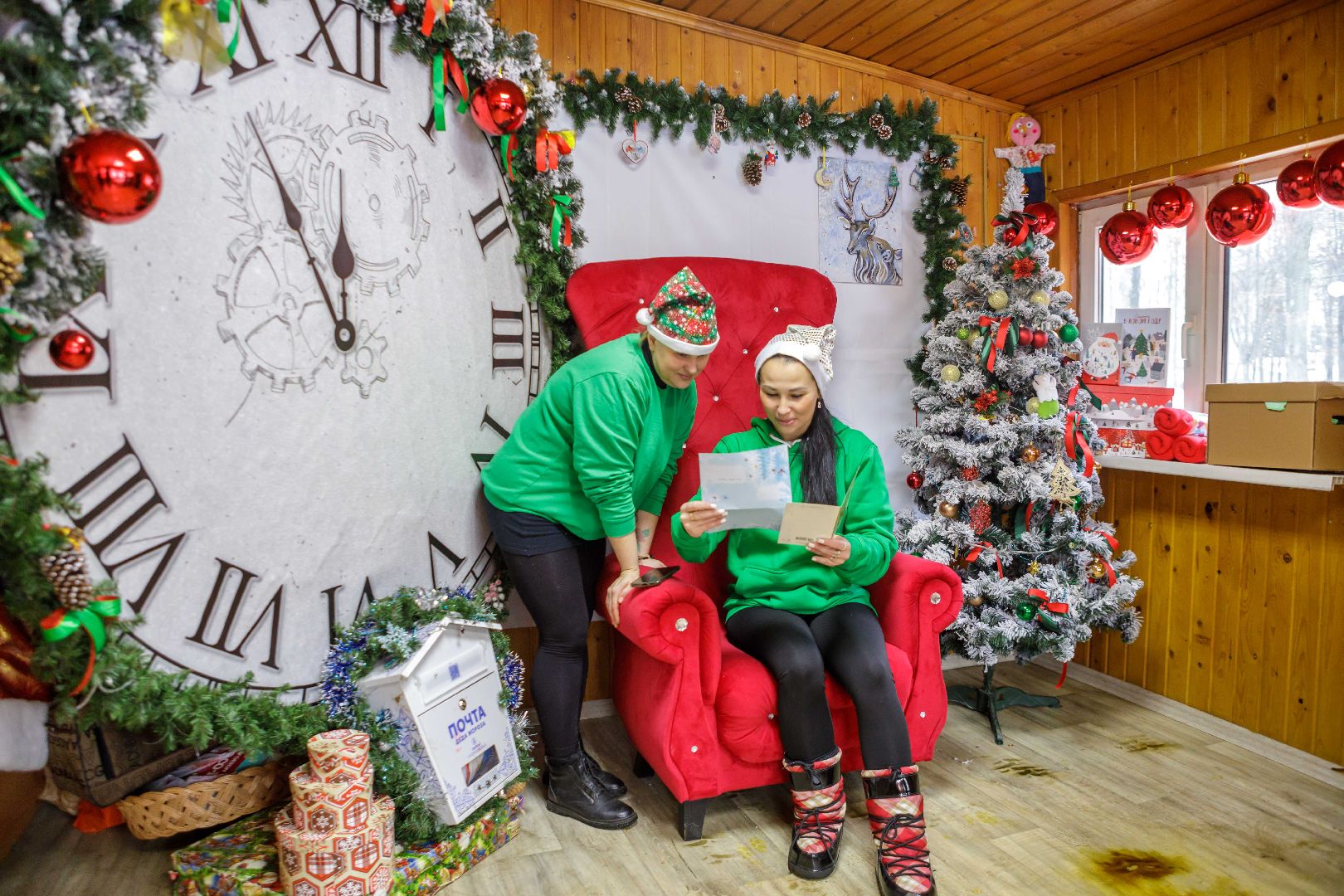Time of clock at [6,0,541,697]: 11:54
